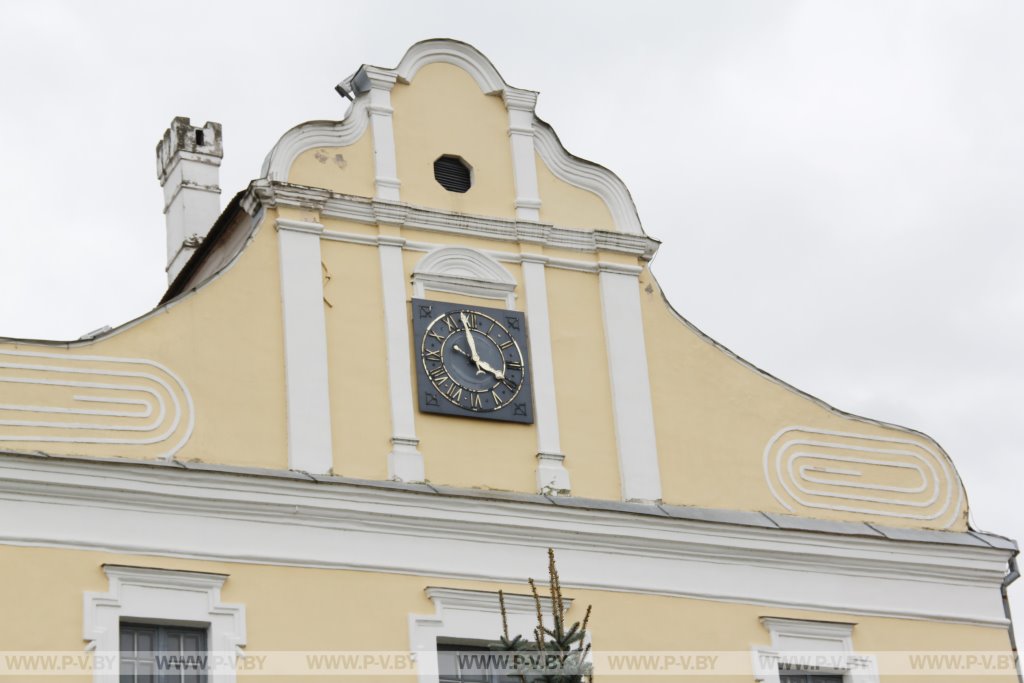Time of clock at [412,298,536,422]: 3:58
